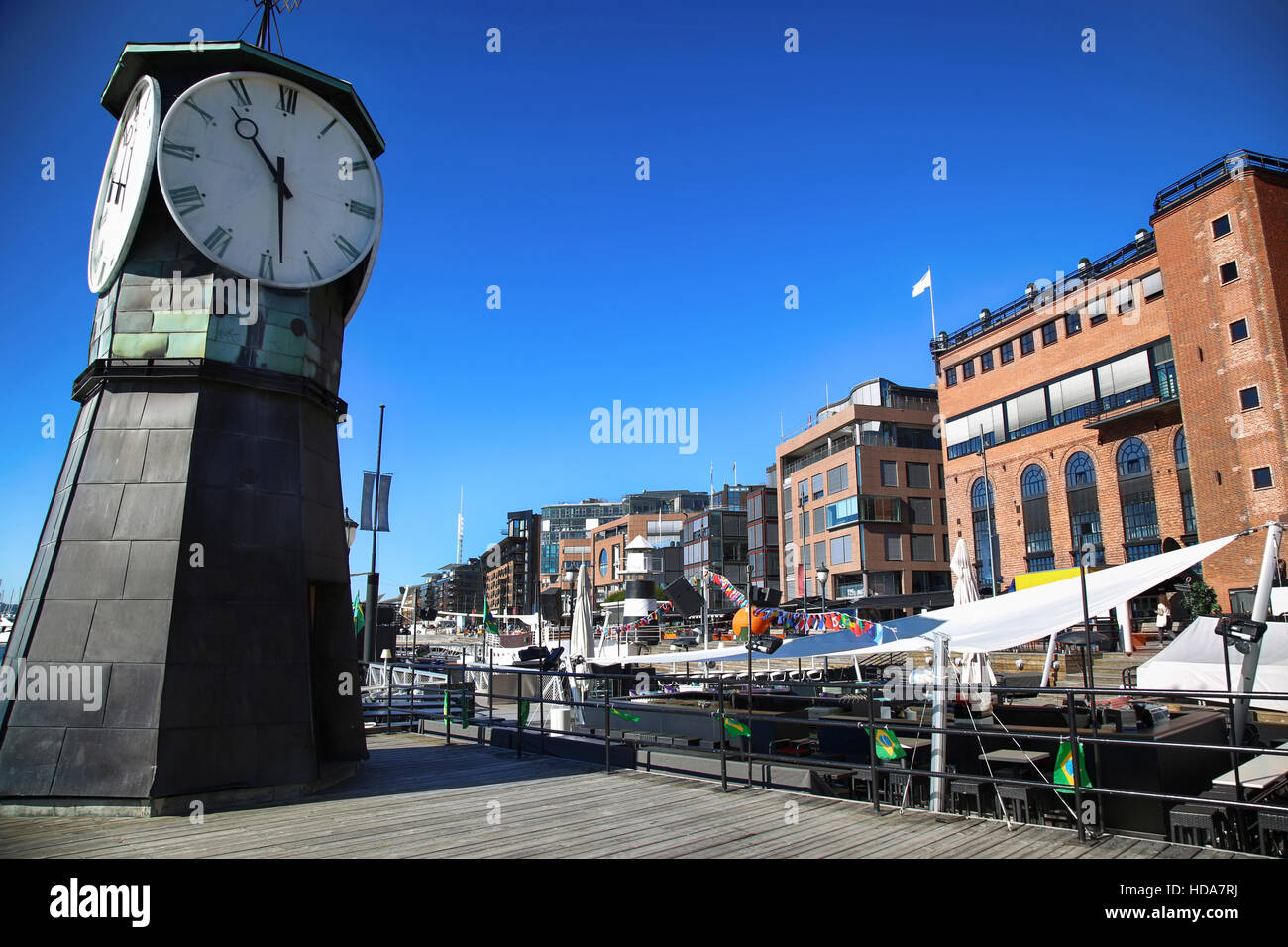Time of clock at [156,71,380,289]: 10:28
